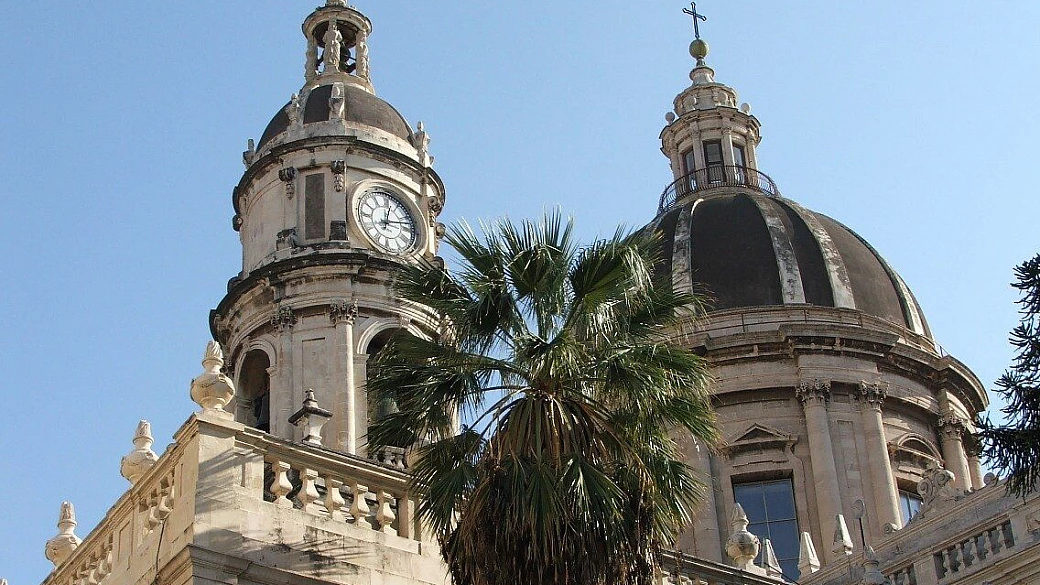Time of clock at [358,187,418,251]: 12:12
